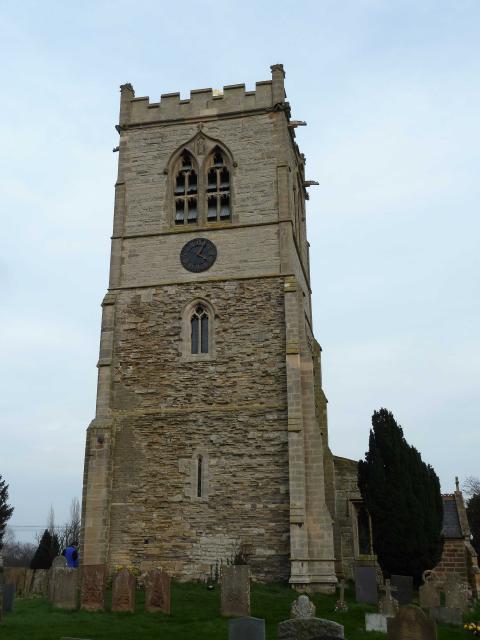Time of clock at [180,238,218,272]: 4:04
